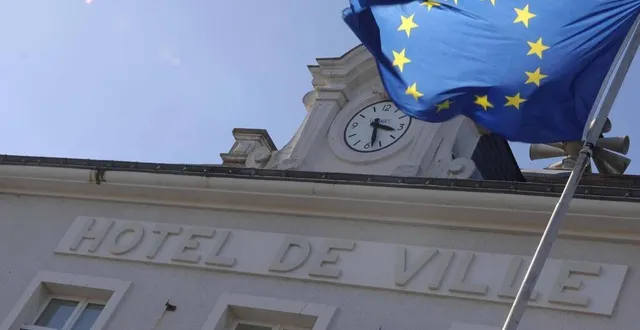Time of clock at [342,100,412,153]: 3:28
